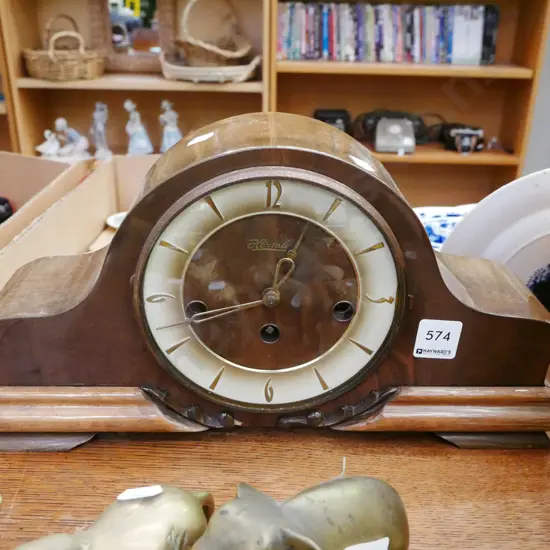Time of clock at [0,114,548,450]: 12:41
